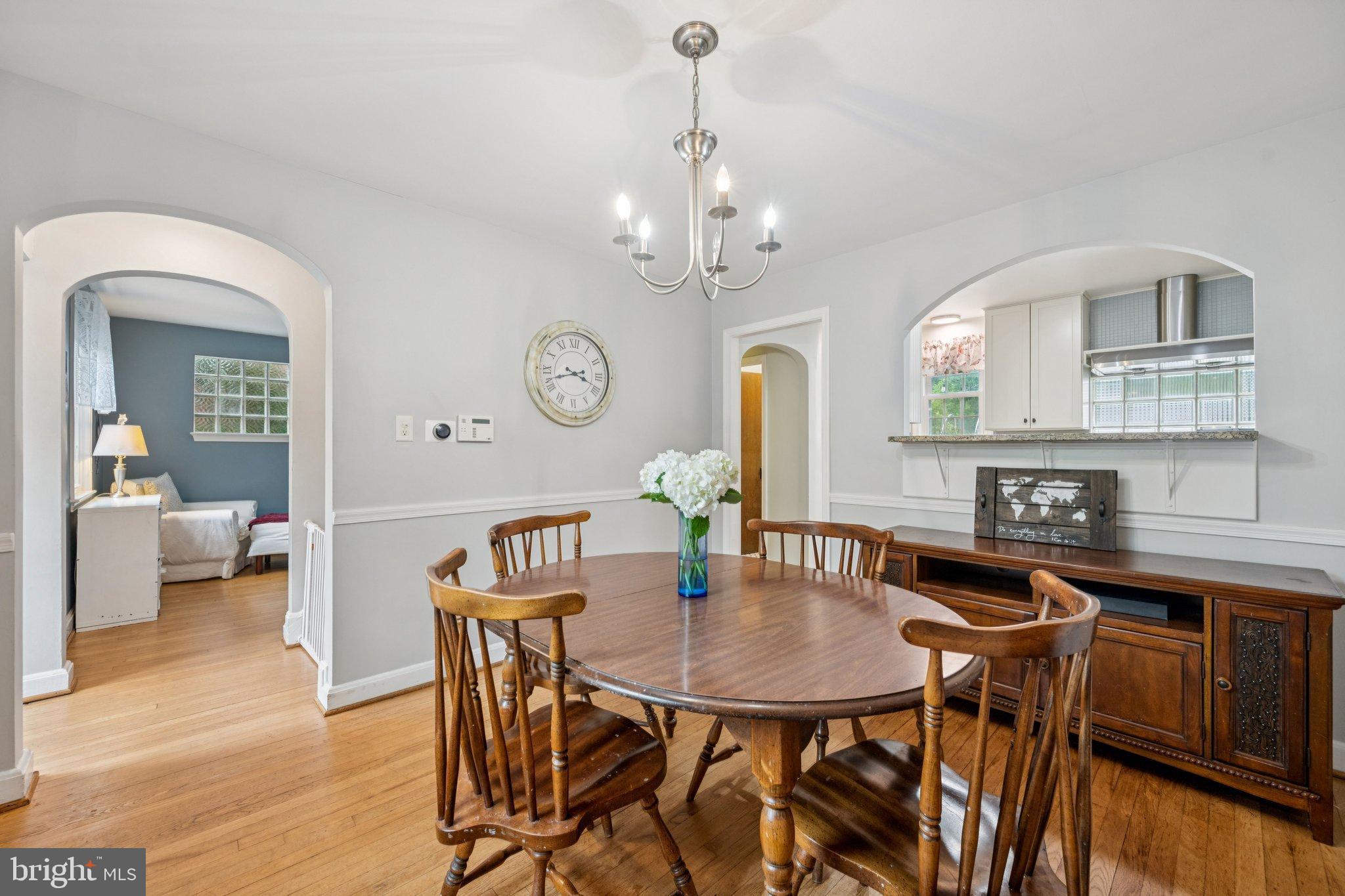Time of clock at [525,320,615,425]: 3:42
